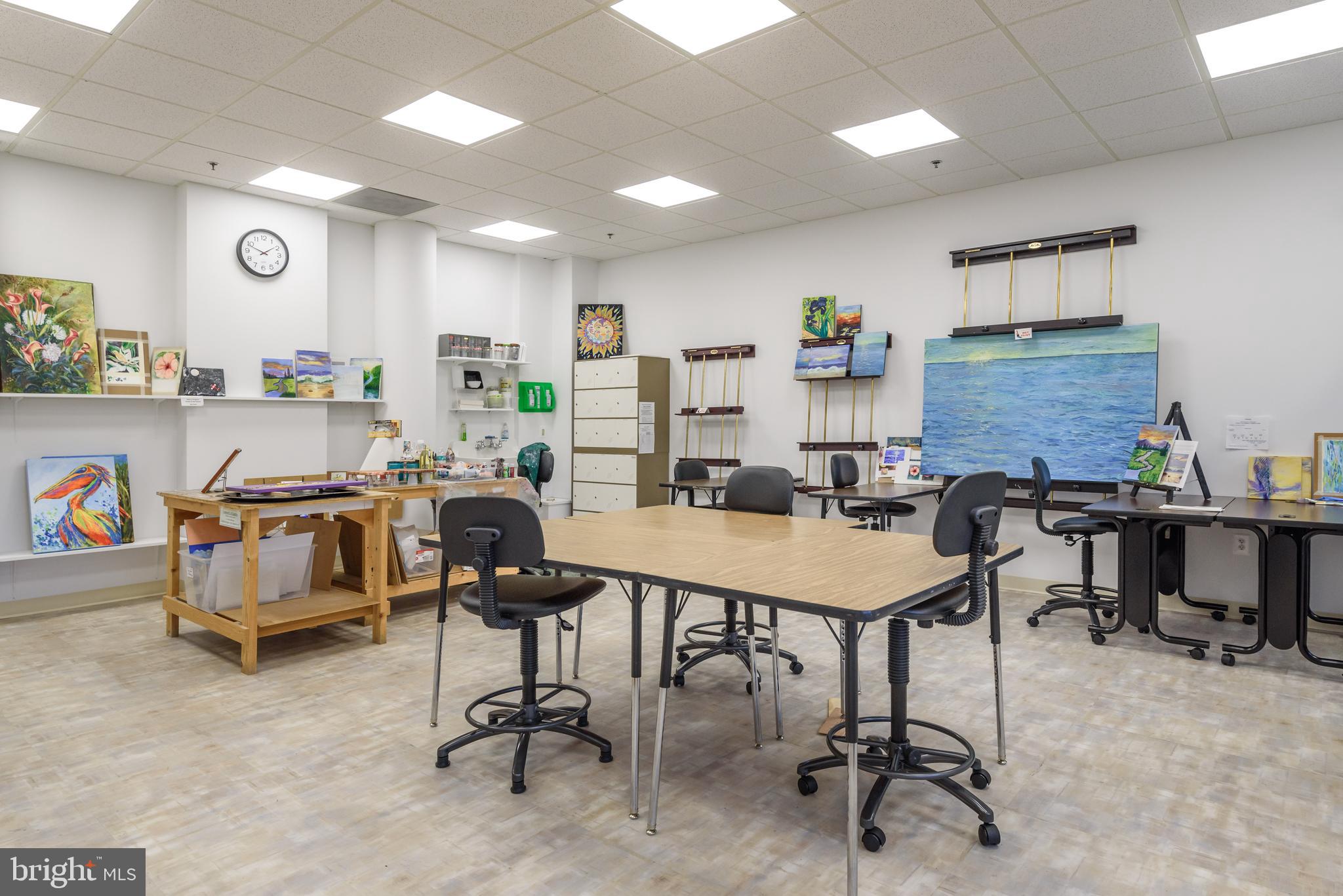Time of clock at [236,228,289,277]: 1:48
